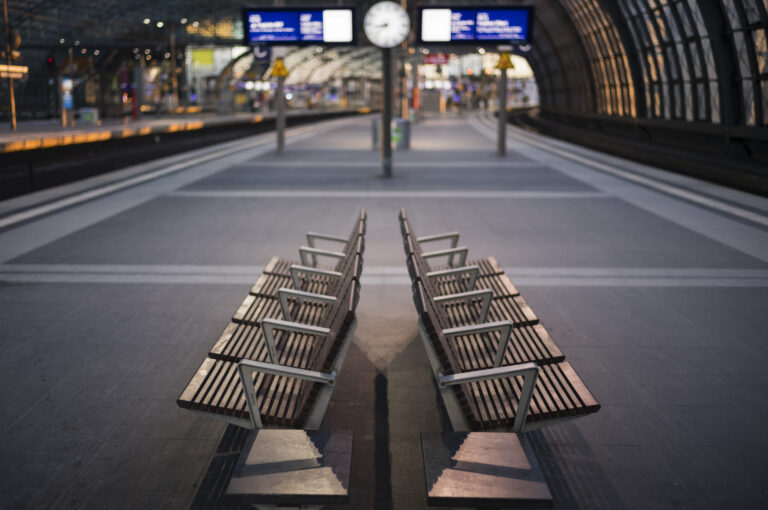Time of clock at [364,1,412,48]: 8:37
